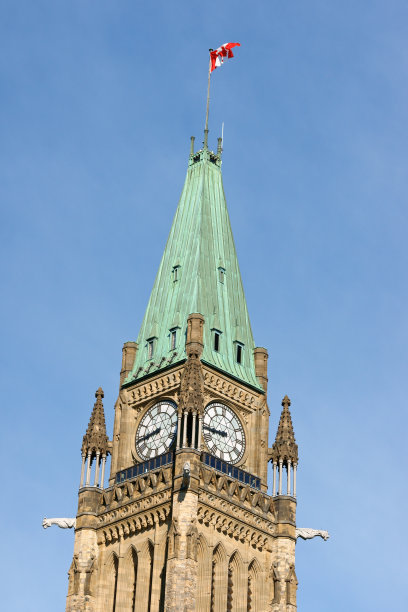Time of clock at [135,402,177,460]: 8:43
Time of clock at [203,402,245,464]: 8:43
